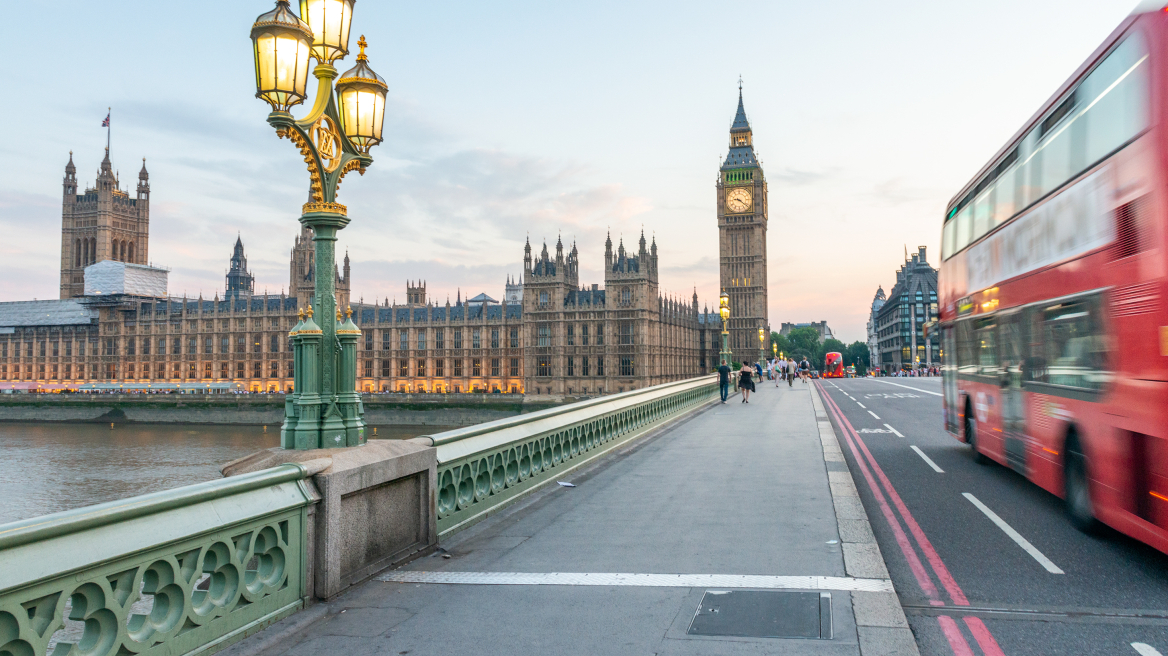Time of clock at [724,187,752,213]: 9:21
